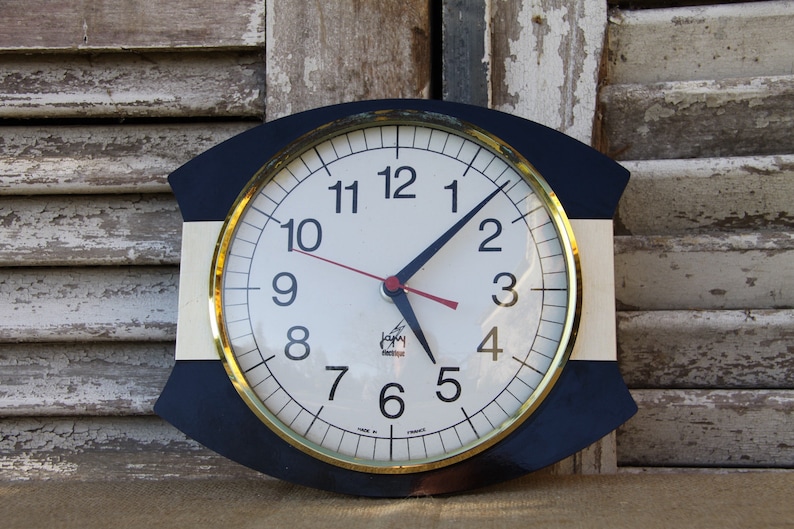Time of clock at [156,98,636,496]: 5:07
